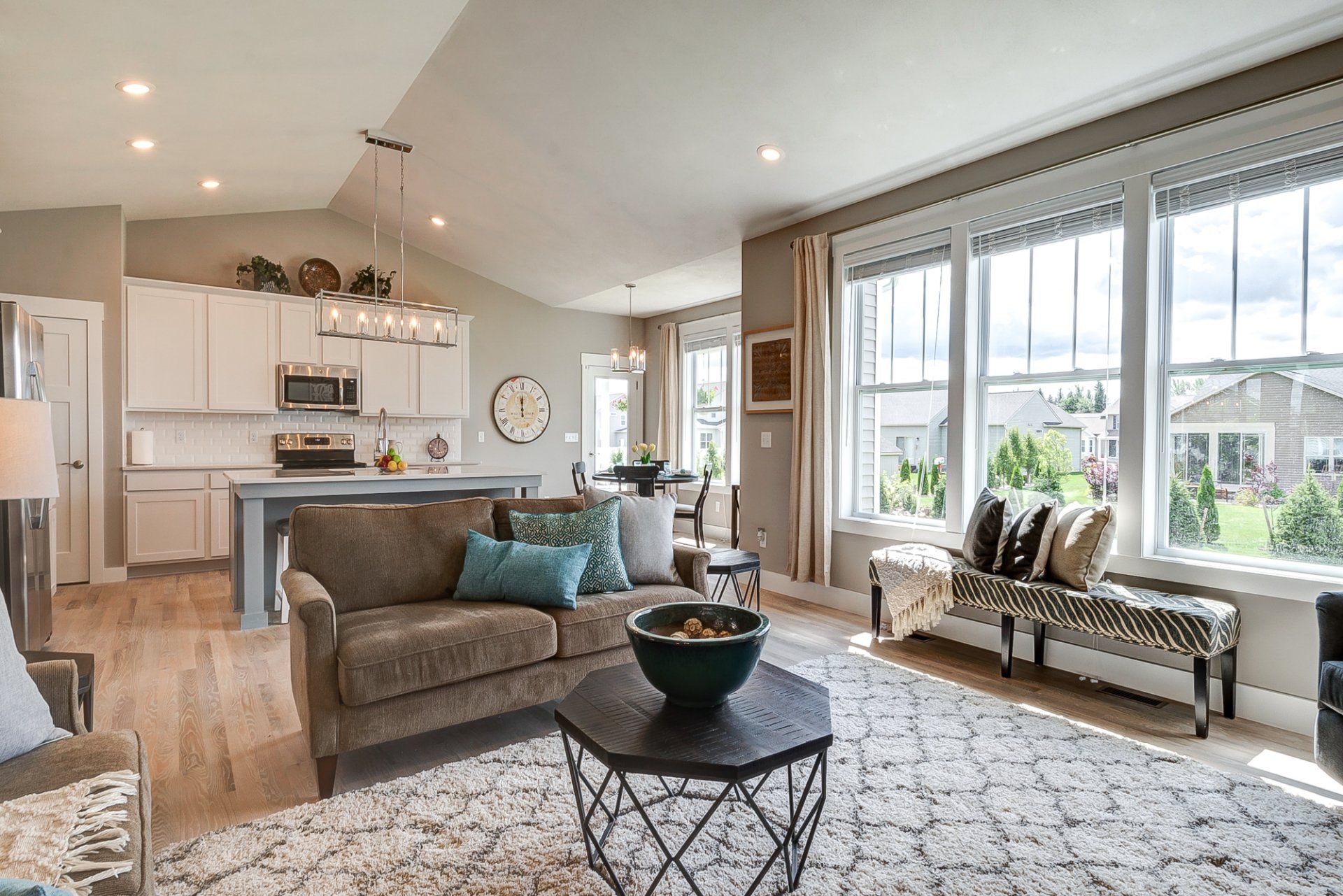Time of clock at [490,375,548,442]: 12:00
